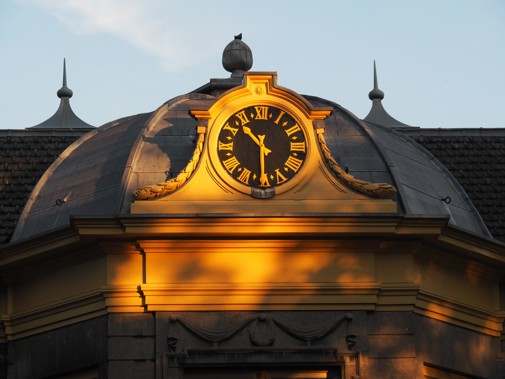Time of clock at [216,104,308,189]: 10:29
